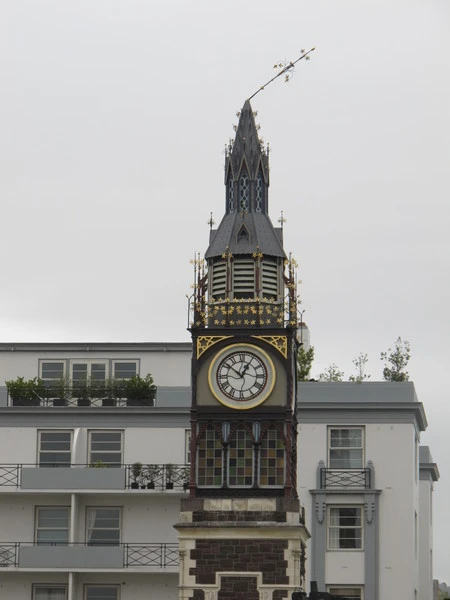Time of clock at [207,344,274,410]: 12:51
